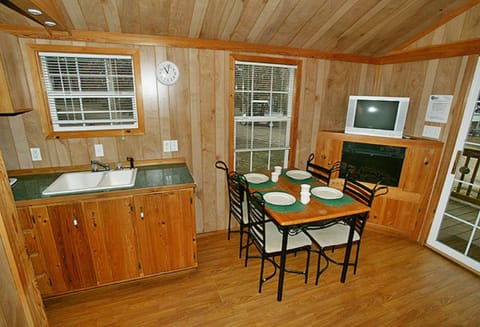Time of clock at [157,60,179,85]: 11:02
